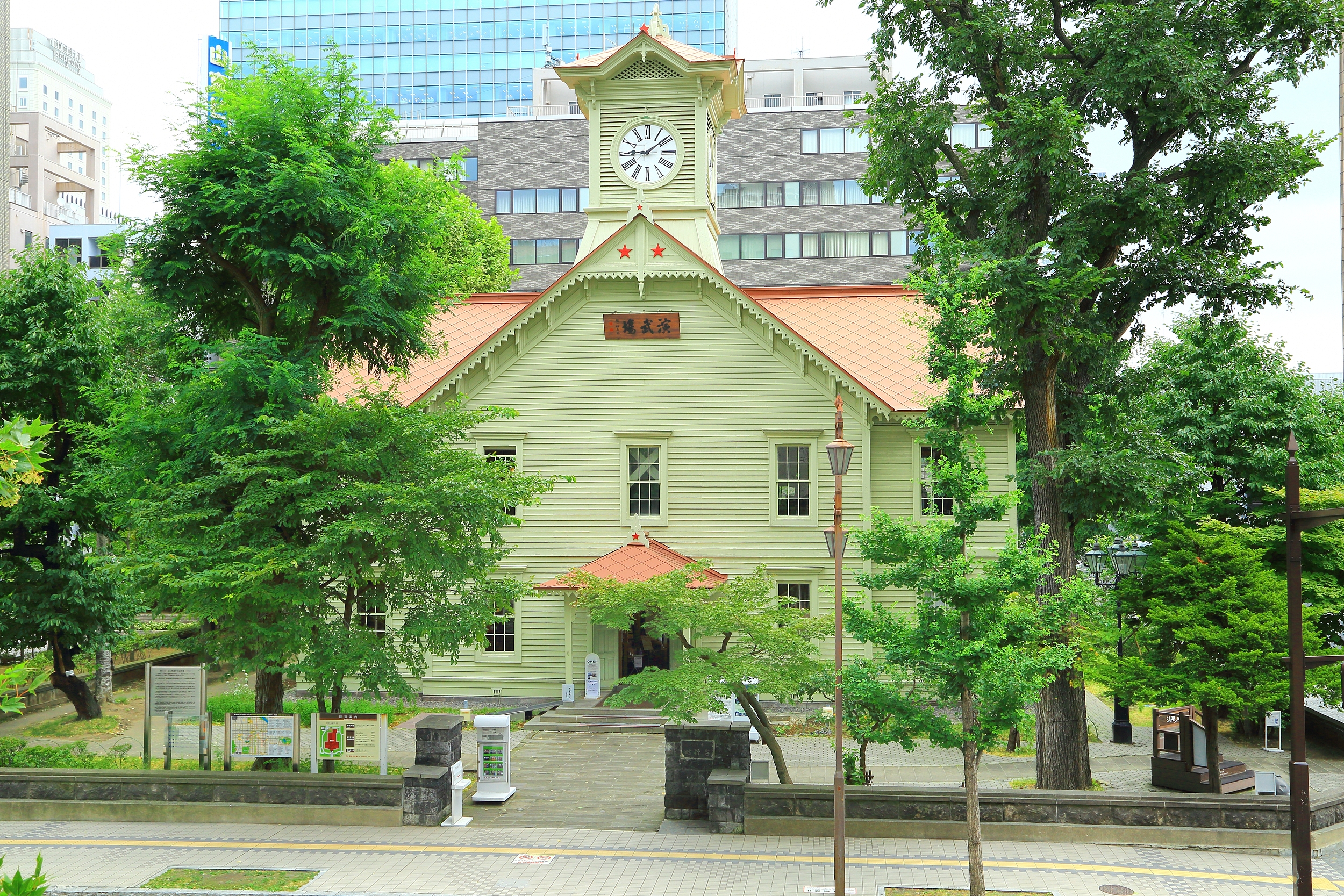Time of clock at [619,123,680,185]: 9:08
